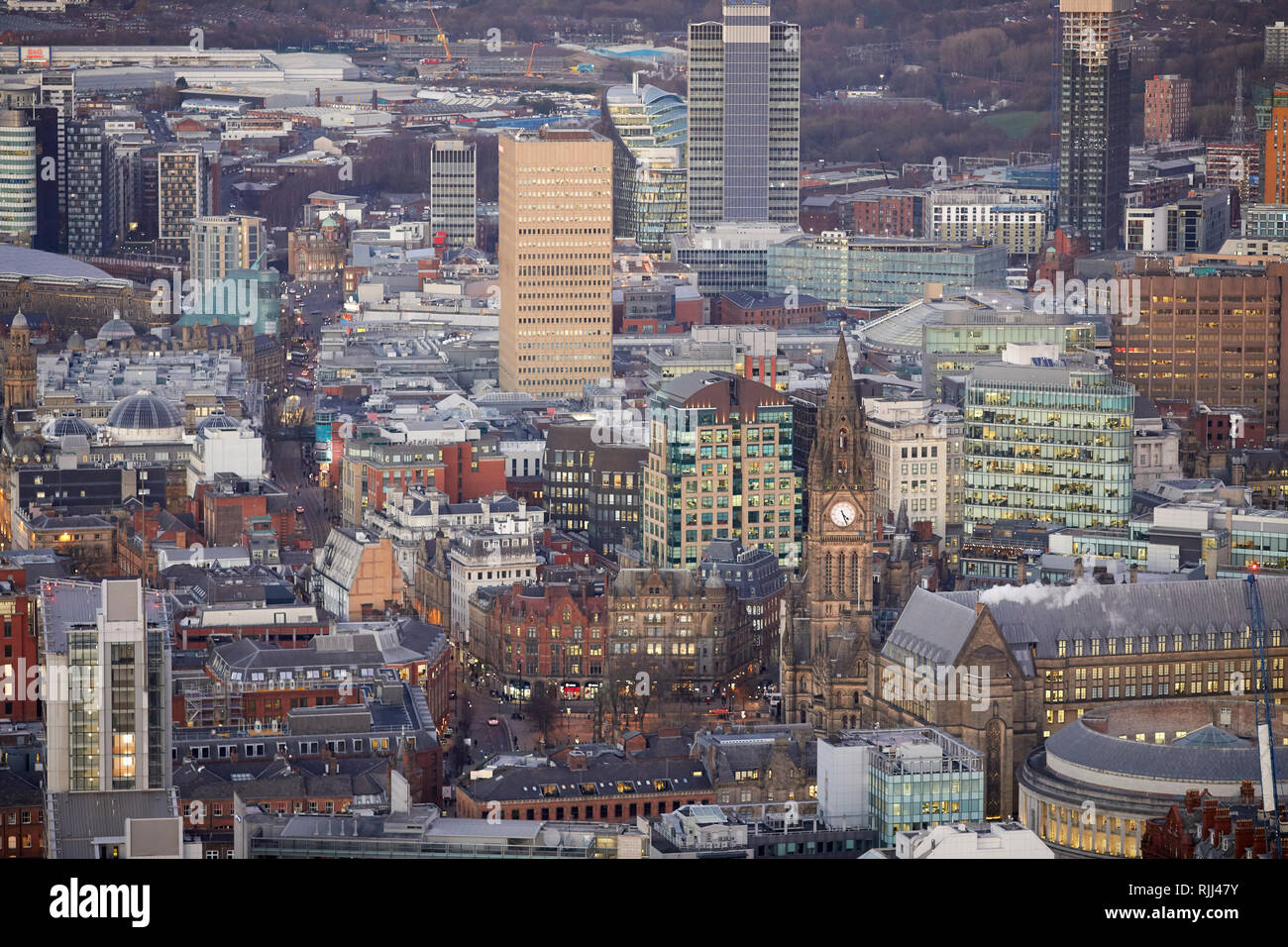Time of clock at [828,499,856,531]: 4:26
